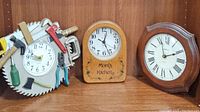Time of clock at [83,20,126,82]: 12:26
